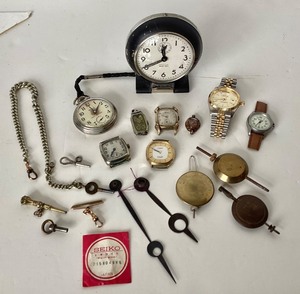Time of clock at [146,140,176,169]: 9:50
